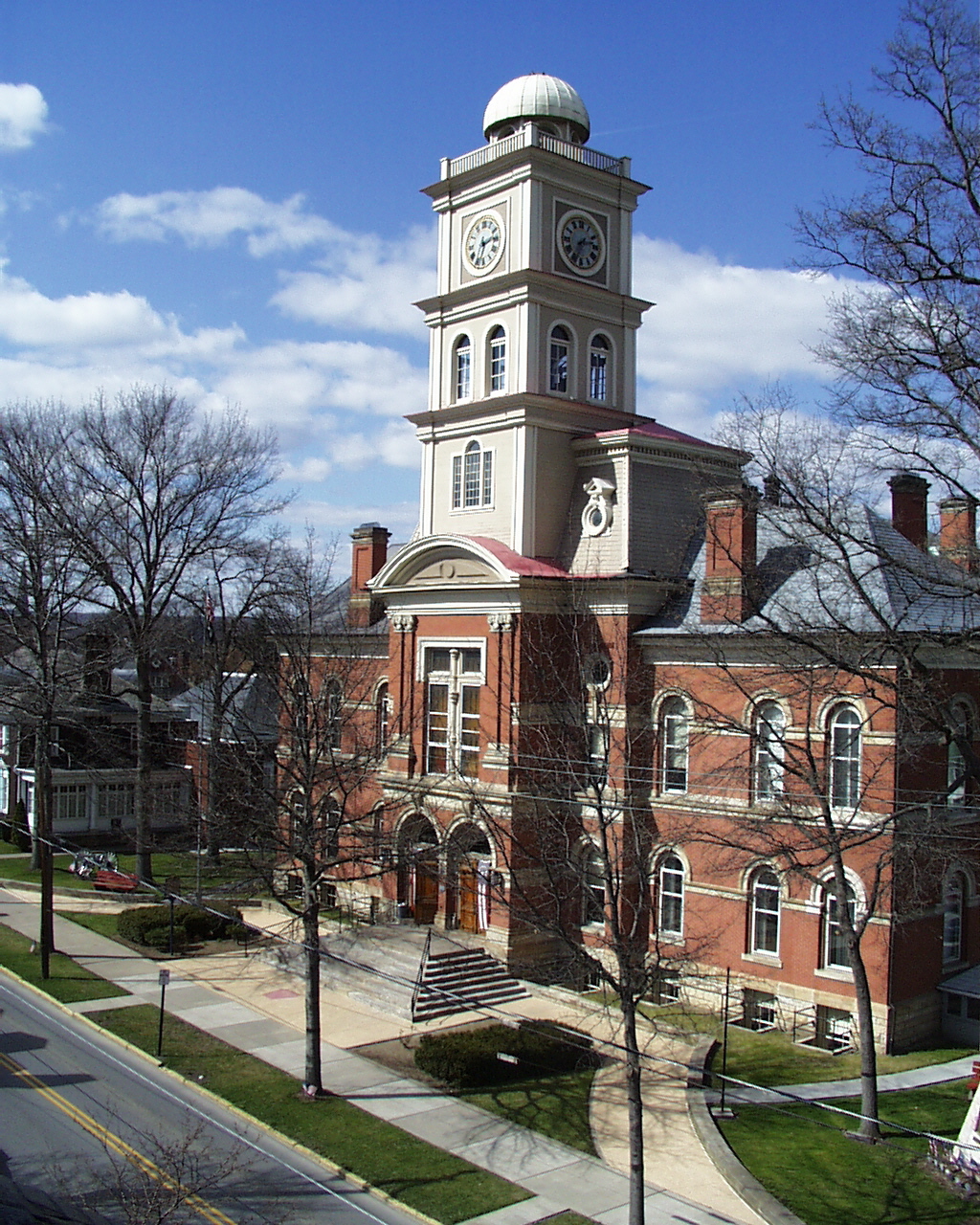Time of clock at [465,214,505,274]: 2:33
